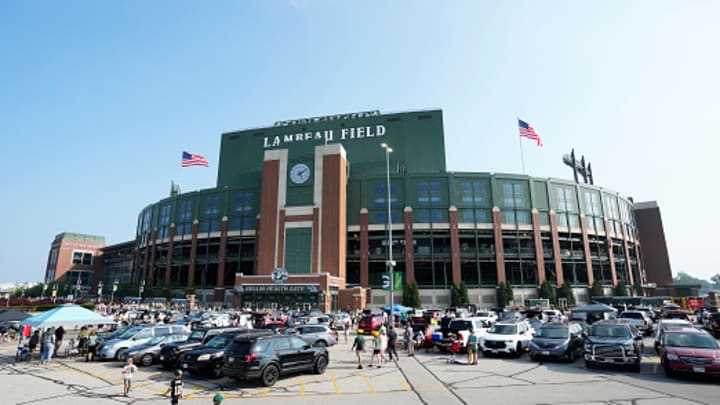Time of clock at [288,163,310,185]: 5:09
